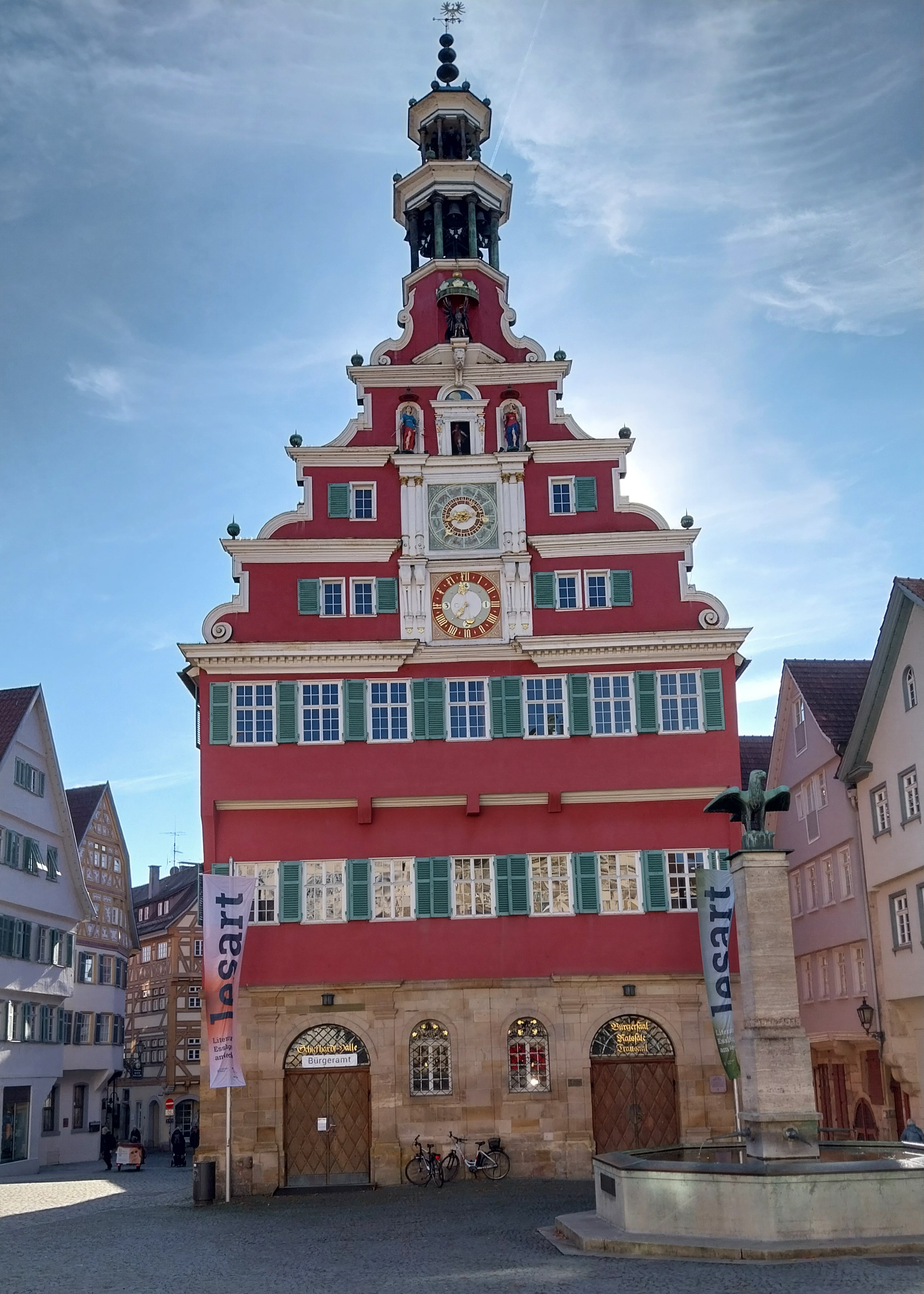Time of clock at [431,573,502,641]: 11:37
